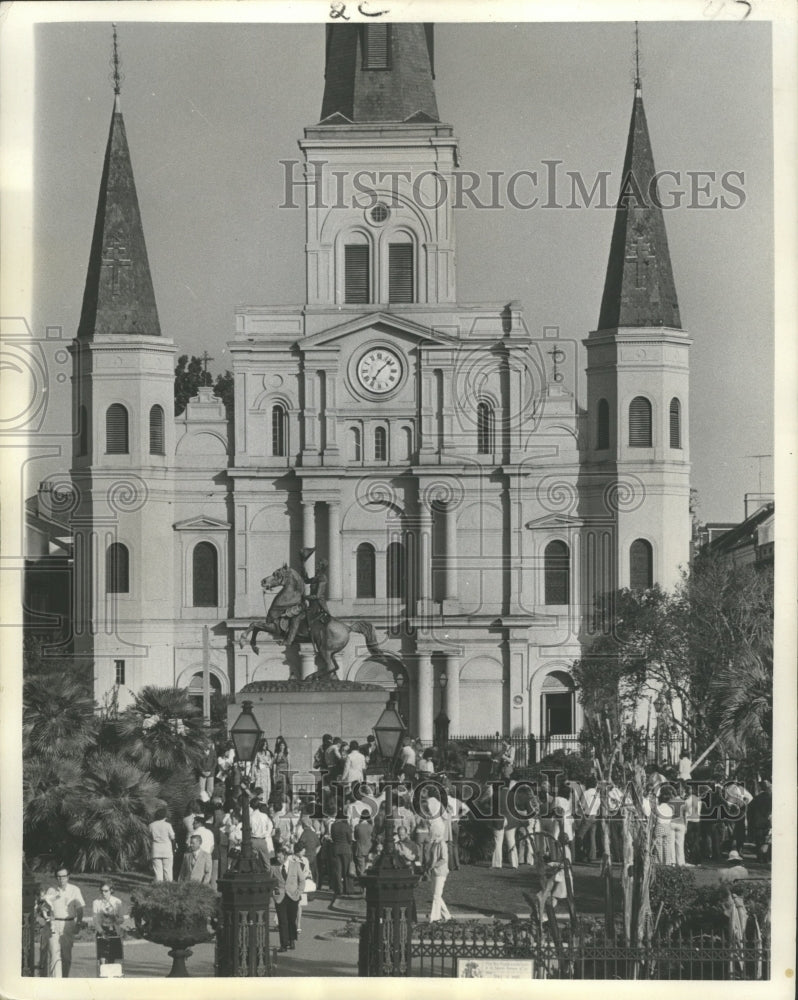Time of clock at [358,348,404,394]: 7:07
